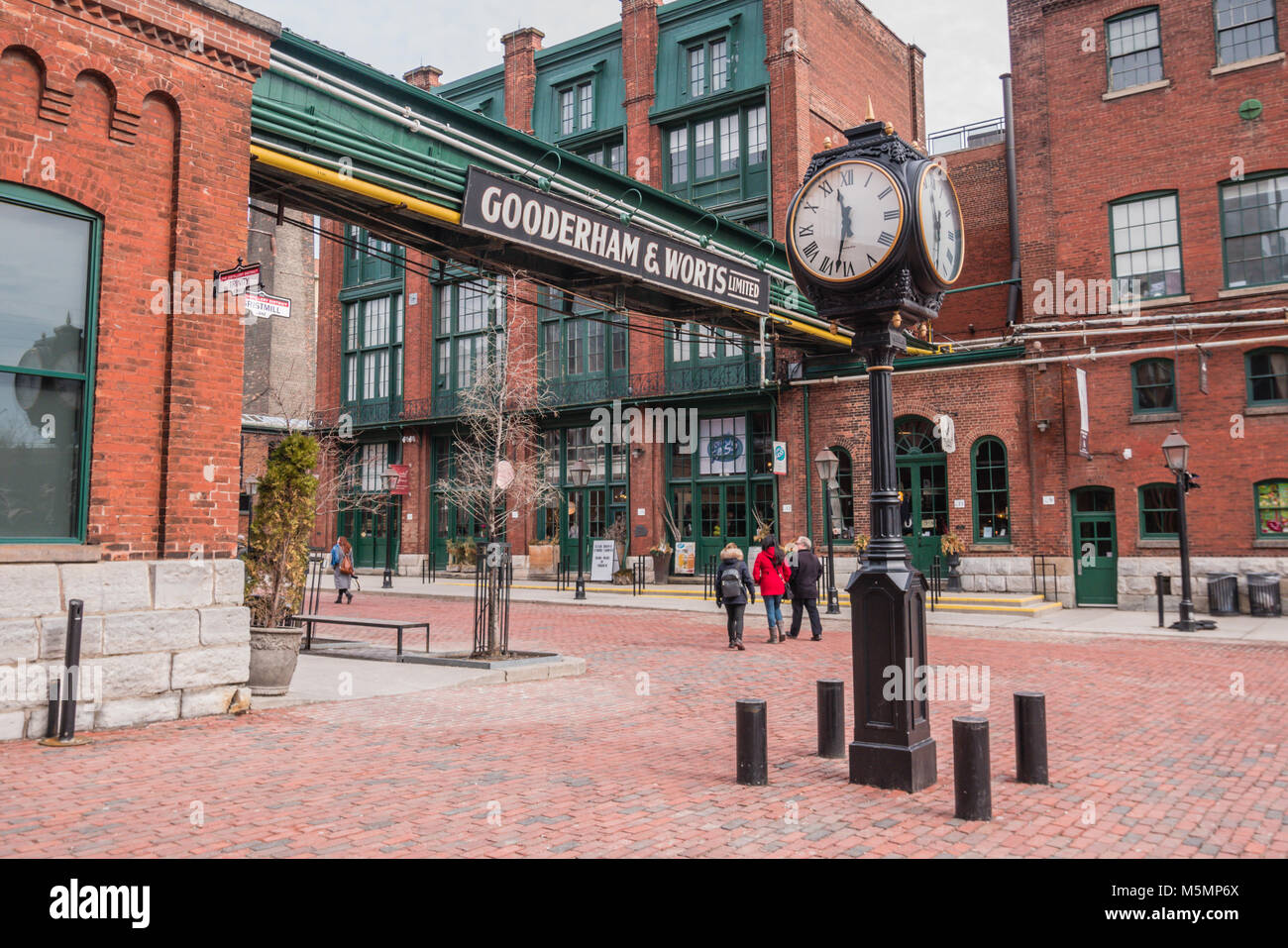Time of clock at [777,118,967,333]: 11:32
